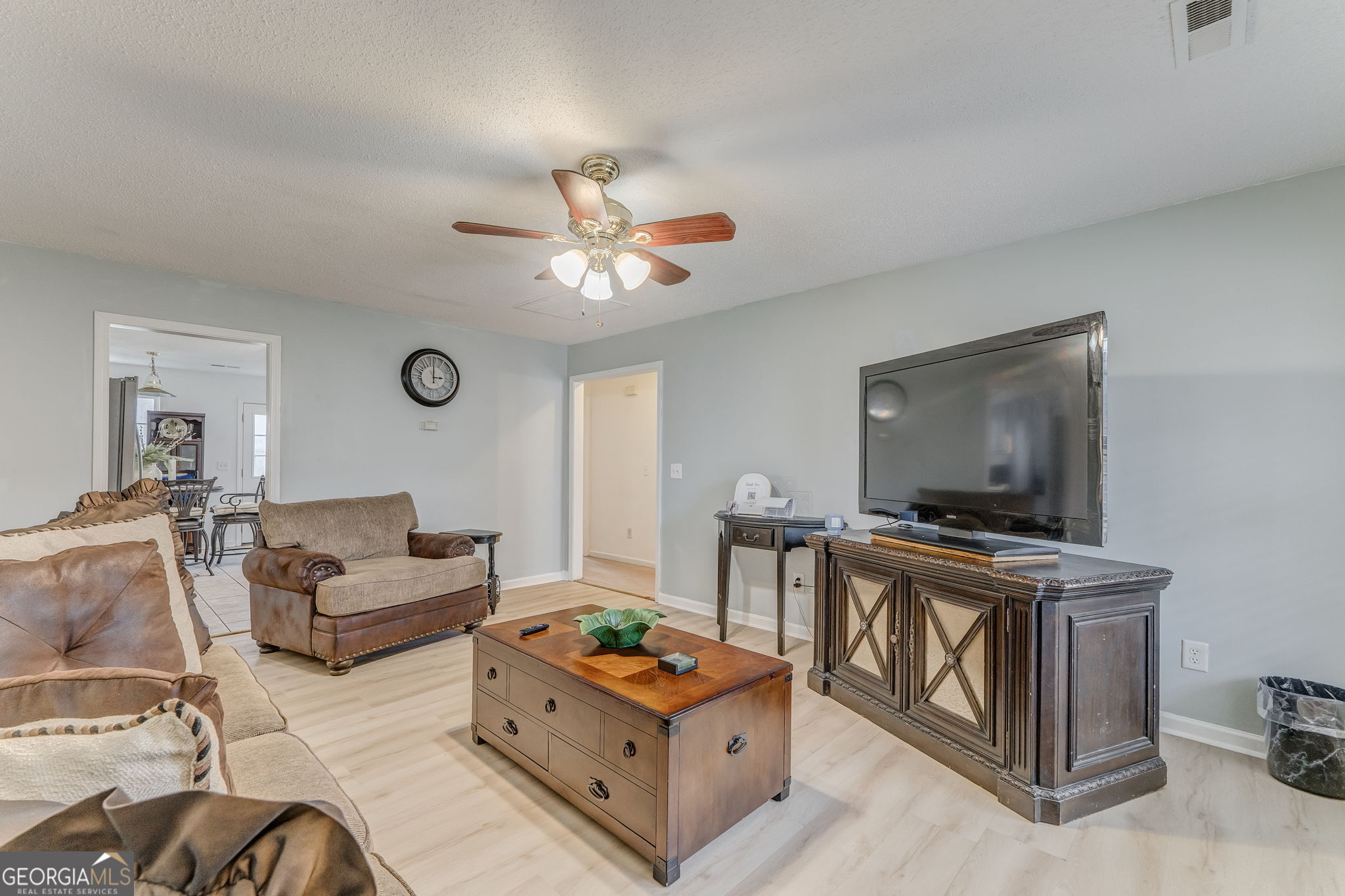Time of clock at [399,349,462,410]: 3:00
